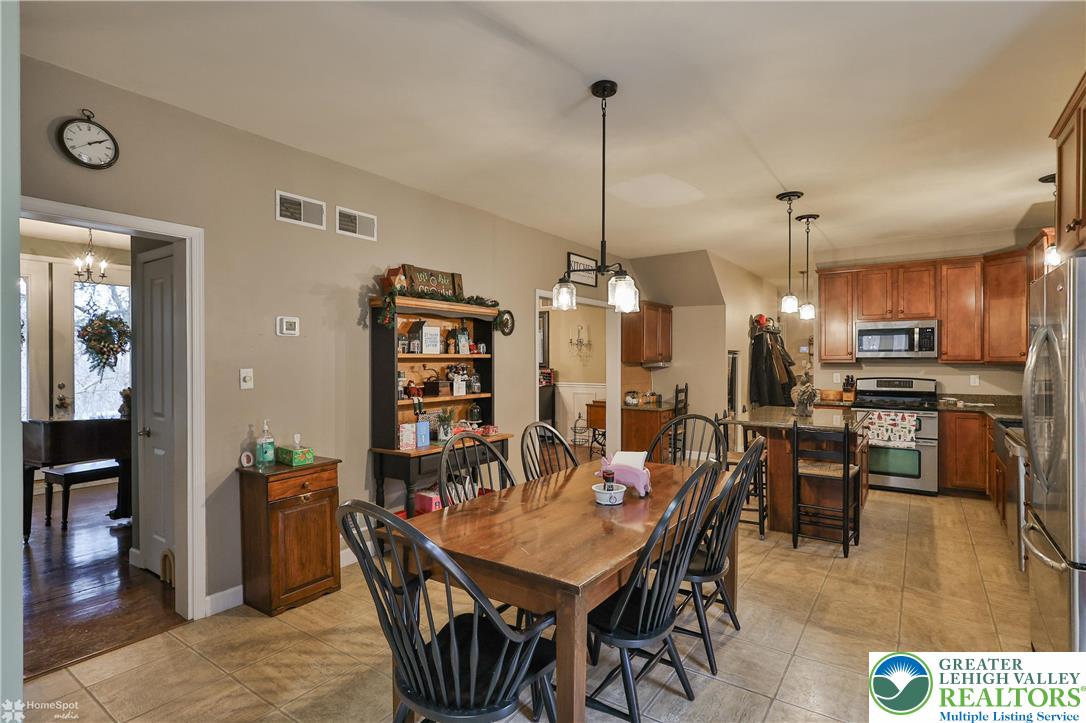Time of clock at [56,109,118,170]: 2:10
